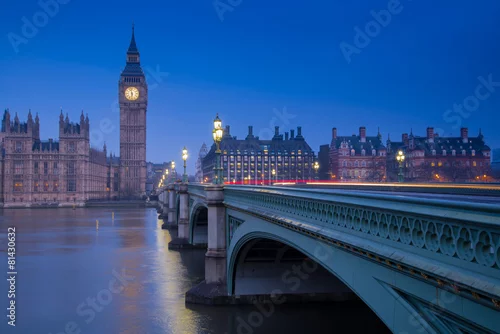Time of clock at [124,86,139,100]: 5:58
